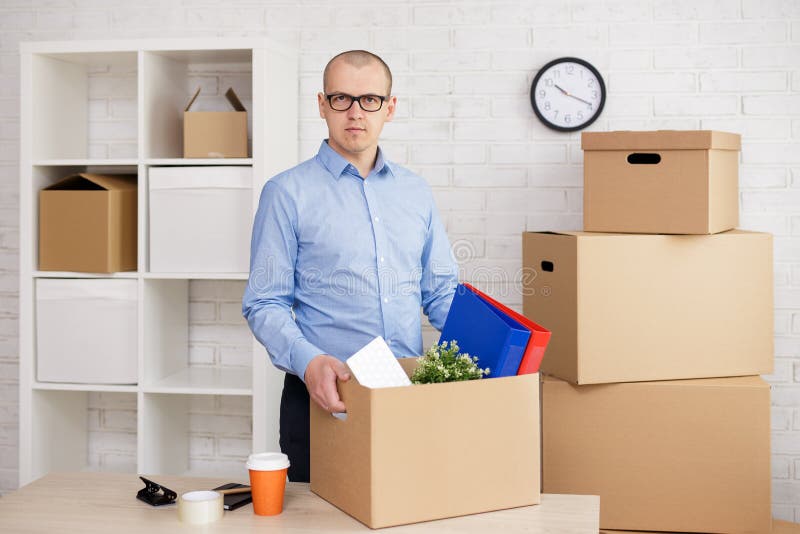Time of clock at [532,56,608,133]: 10:18
